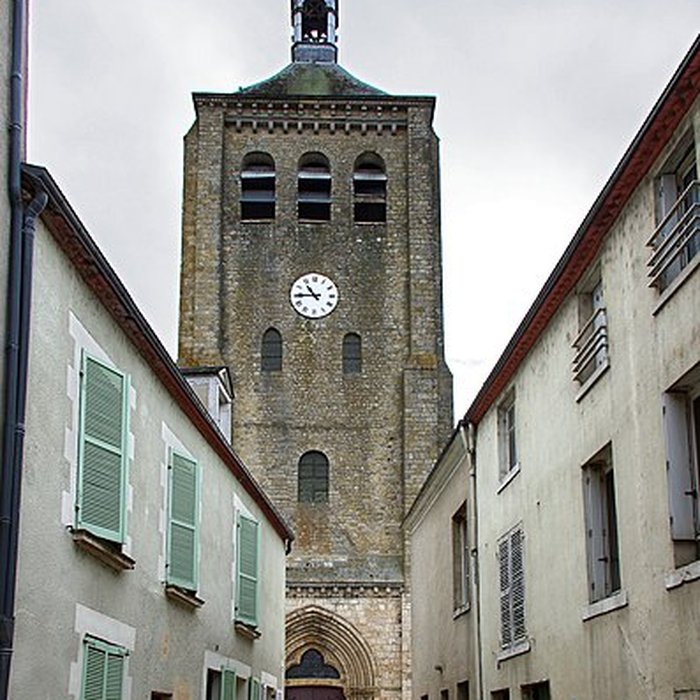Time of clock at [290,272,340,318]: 10:44
